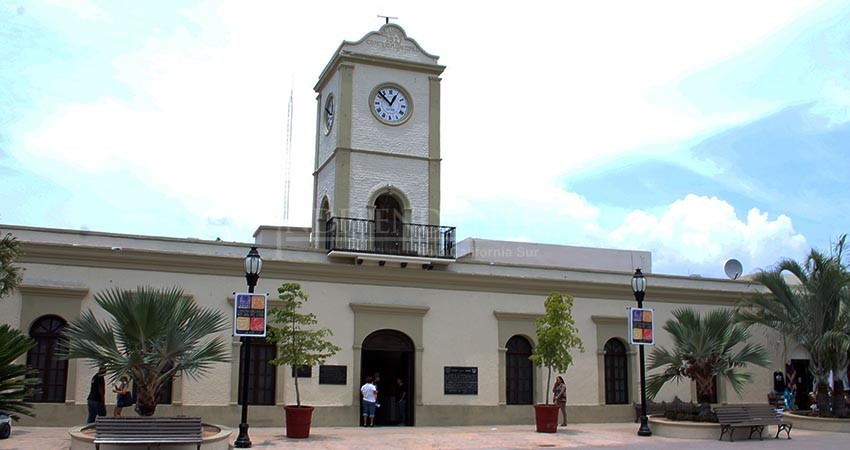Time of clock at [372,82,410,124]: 12:52
